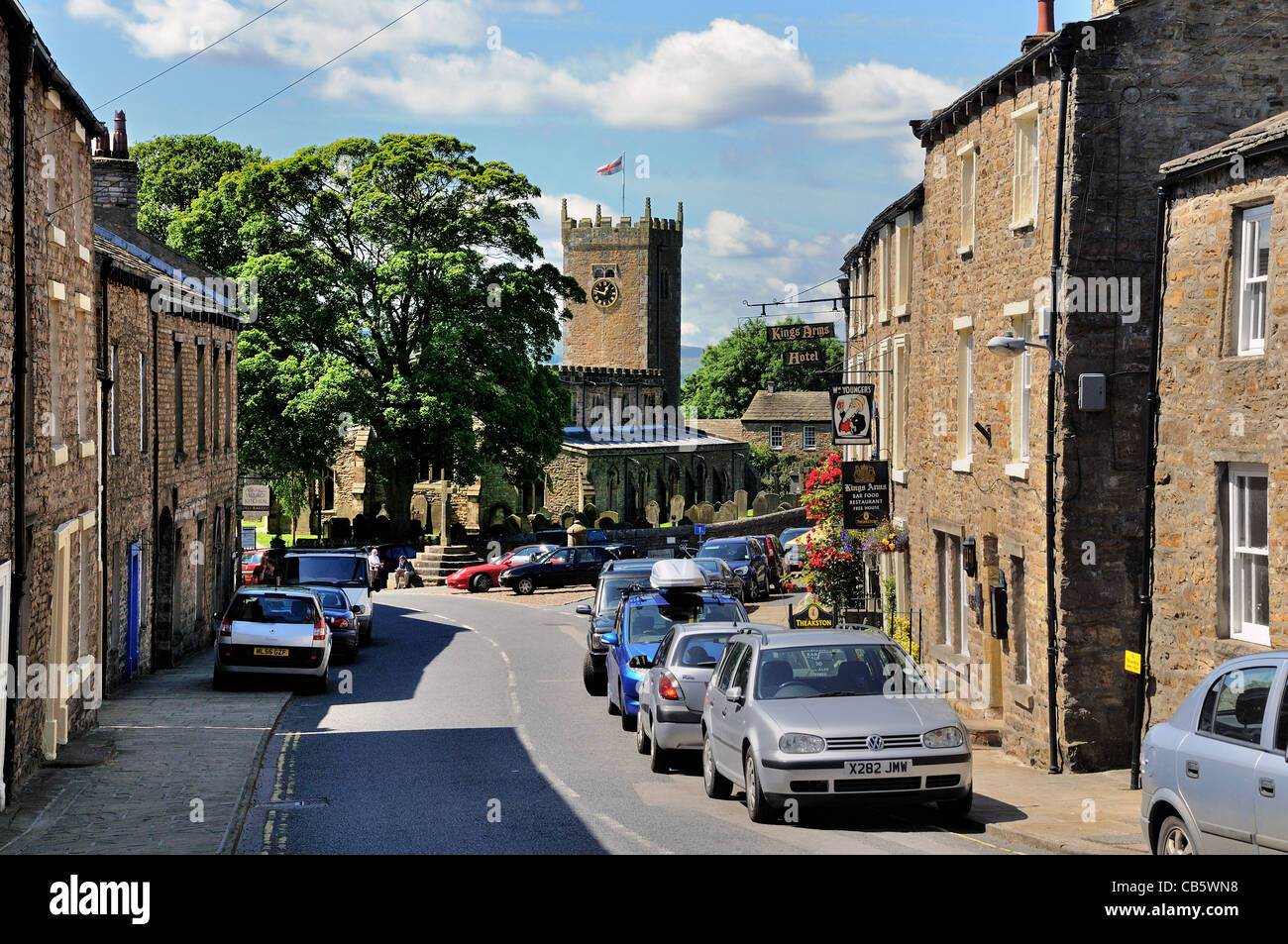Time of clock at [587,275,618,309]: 12:47
